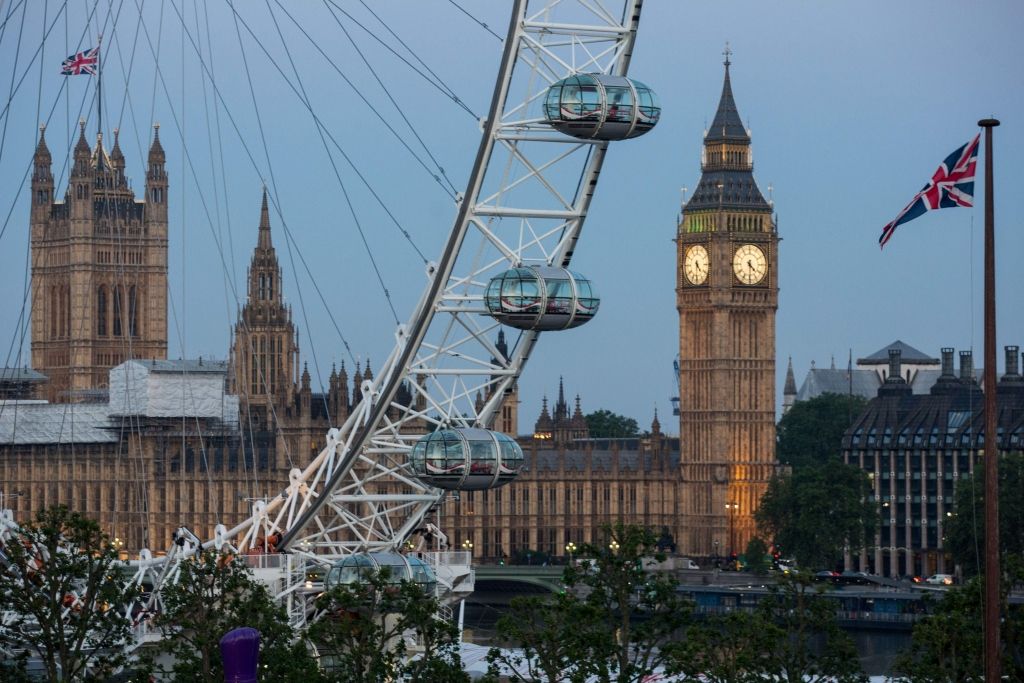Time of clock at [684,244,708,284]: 4:31
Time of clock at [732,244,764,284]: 4:30
